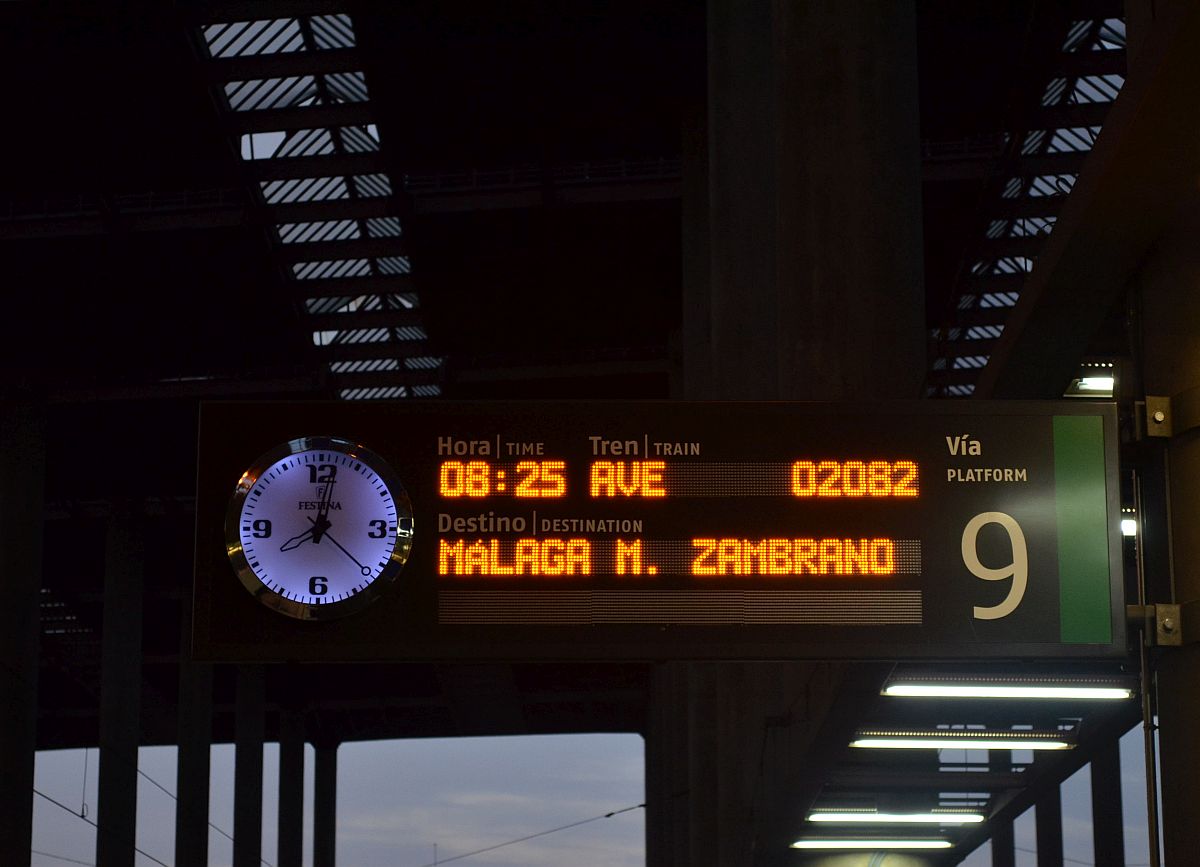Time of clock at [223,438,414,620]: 8:01
